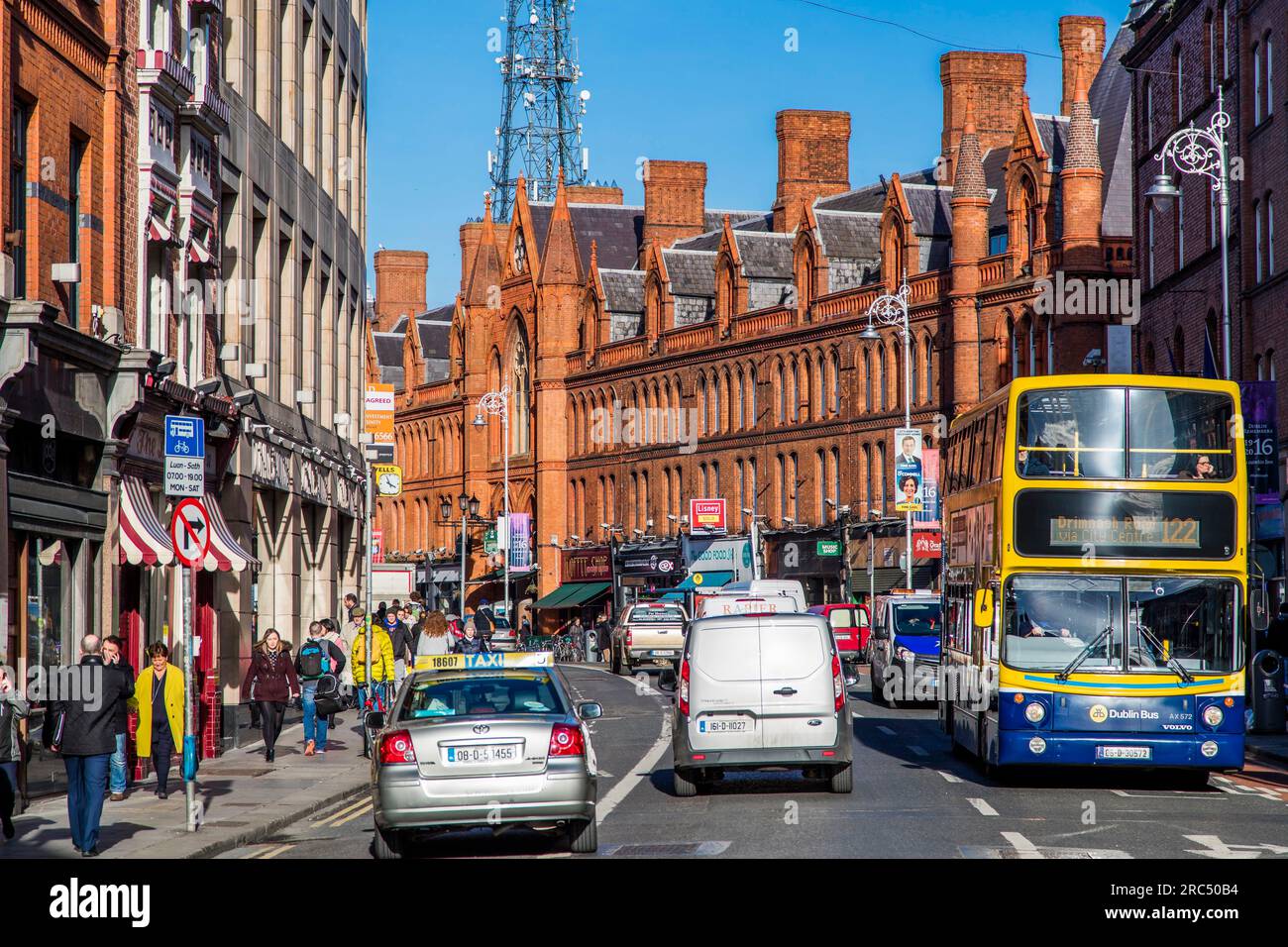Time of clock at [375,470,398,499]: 3:56
